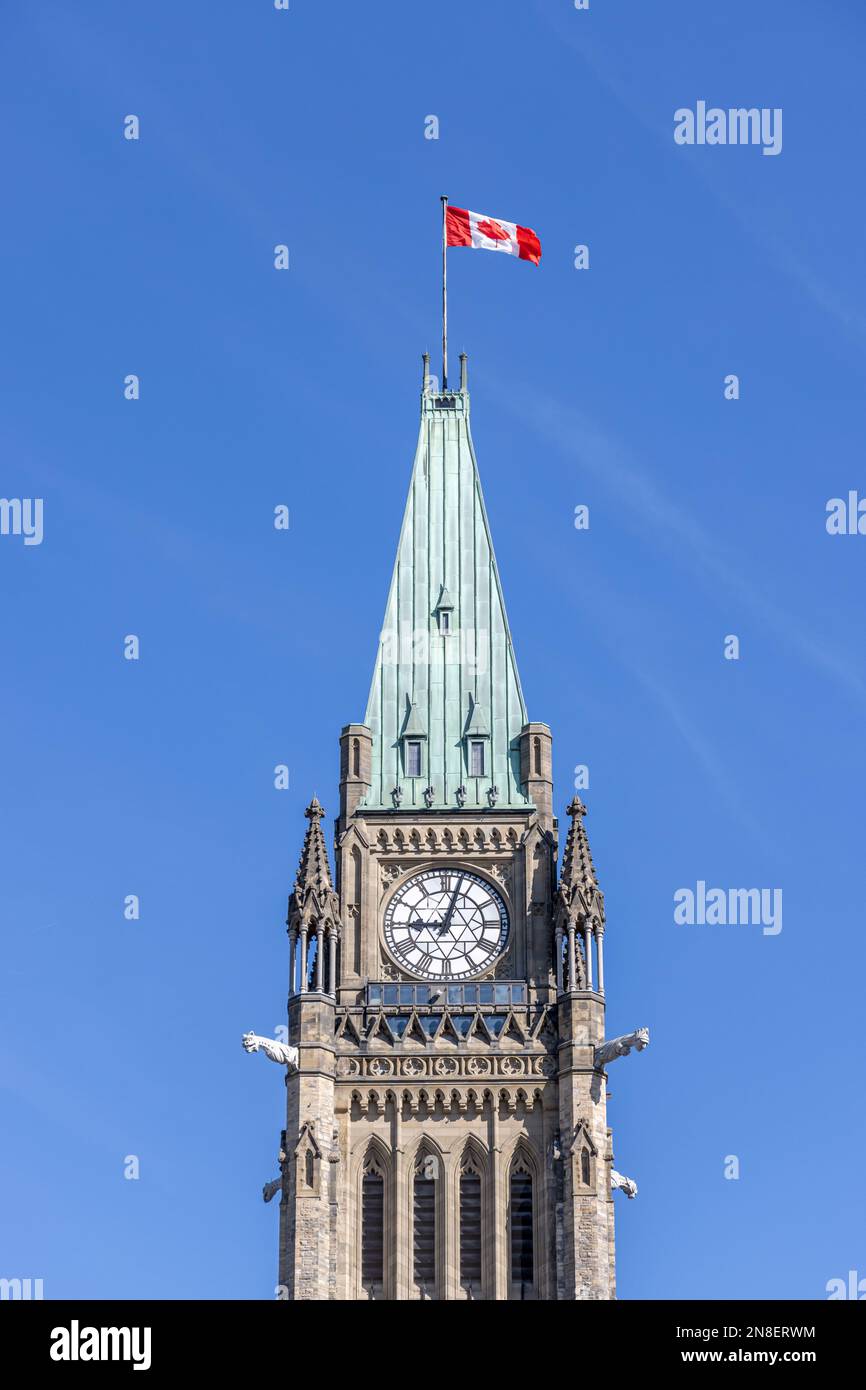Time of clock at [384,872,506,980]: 9:02
